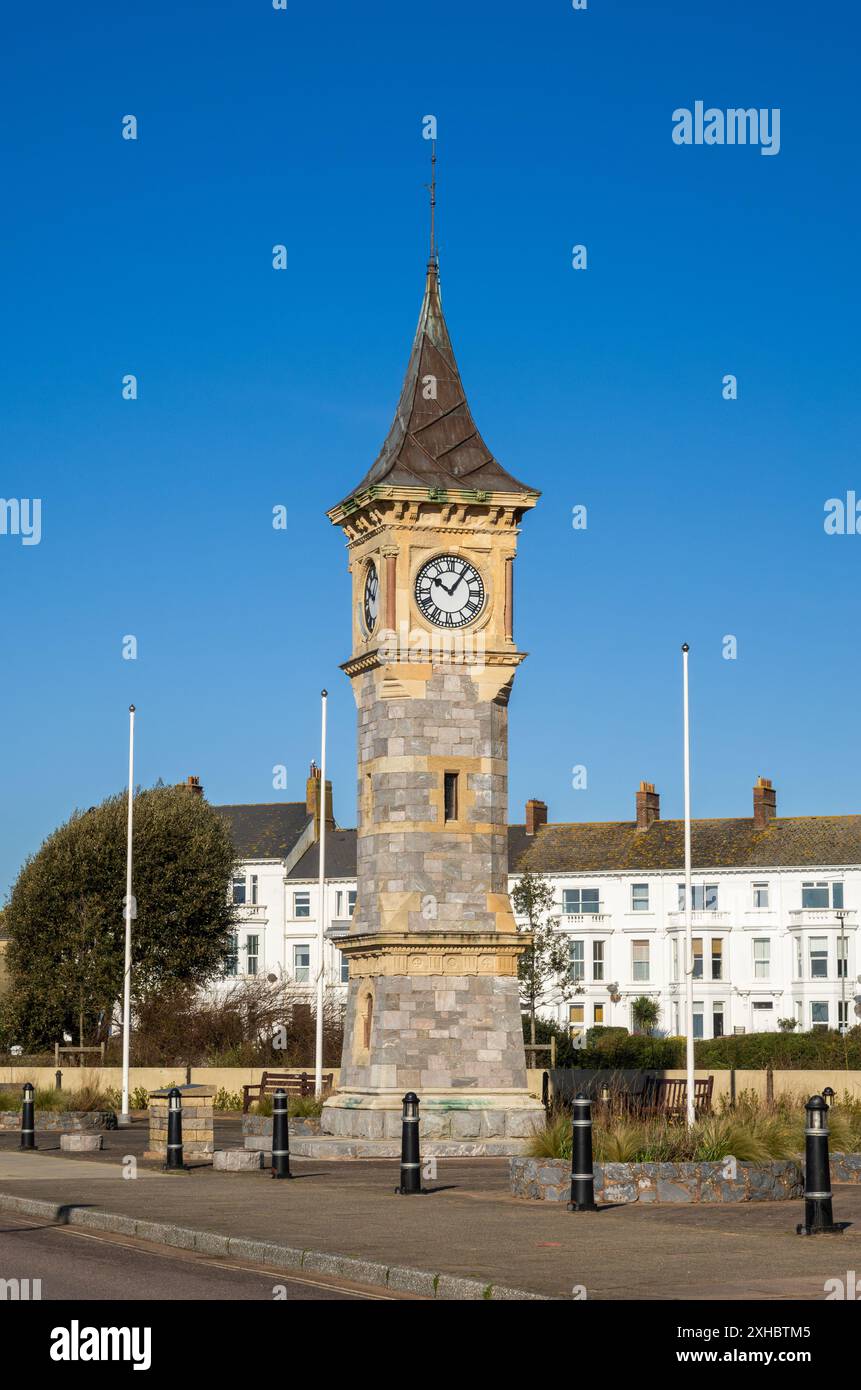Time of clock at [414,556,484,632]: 10:06
